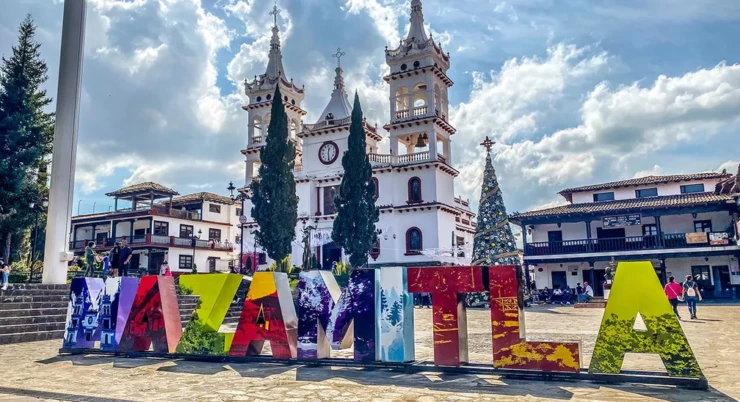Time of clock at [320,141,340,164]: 12:28
